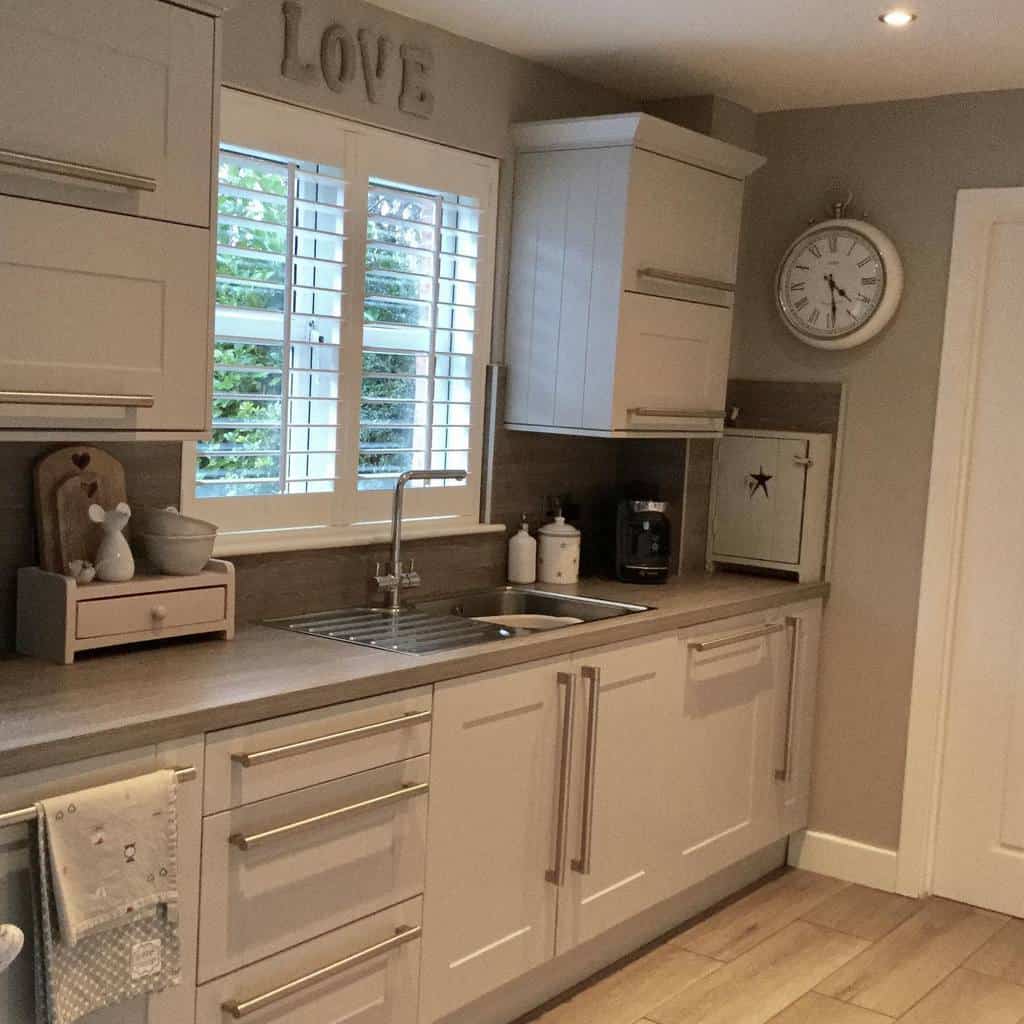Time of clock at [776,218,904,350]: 4:29
